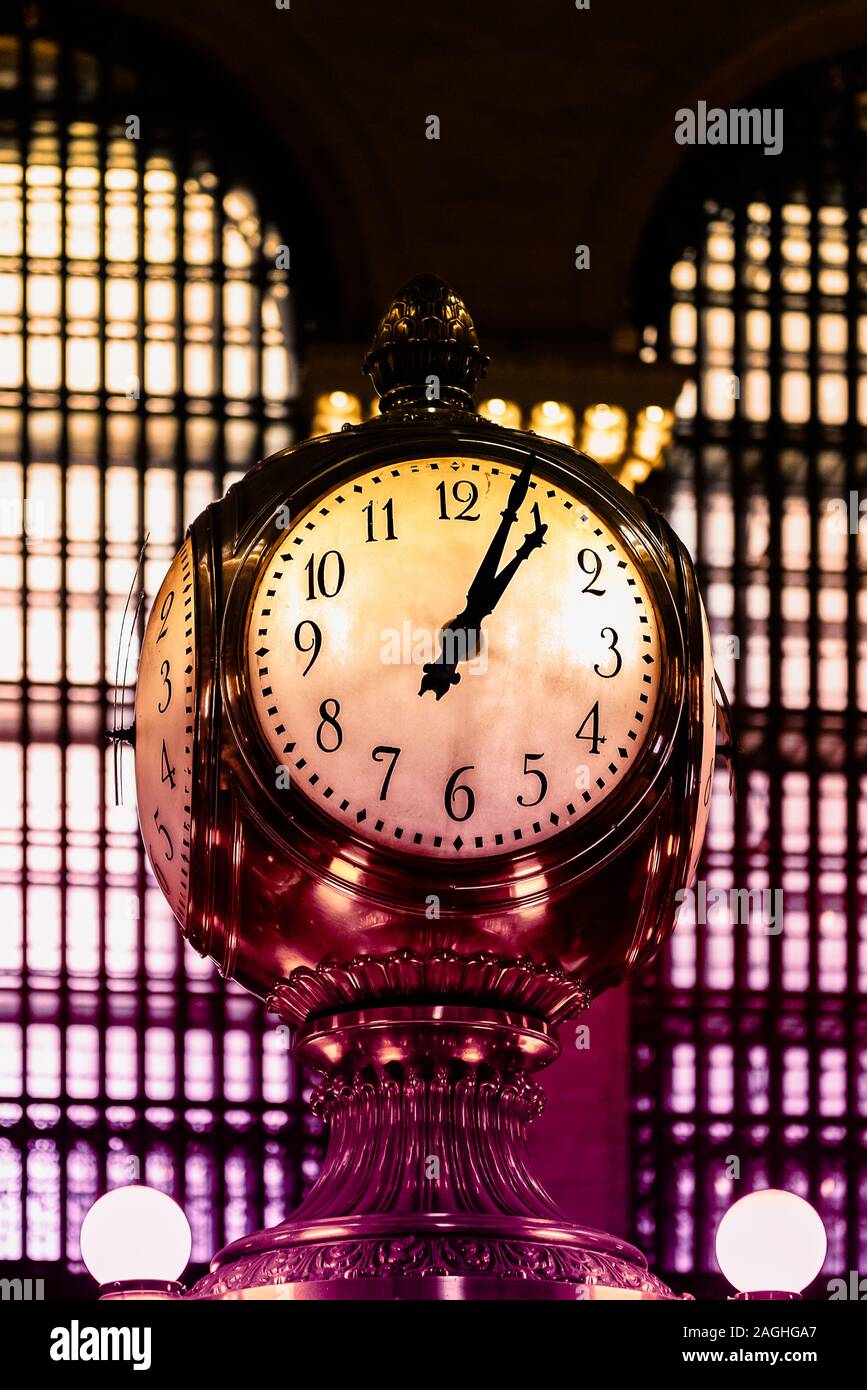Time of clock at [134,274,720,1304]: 1:03
